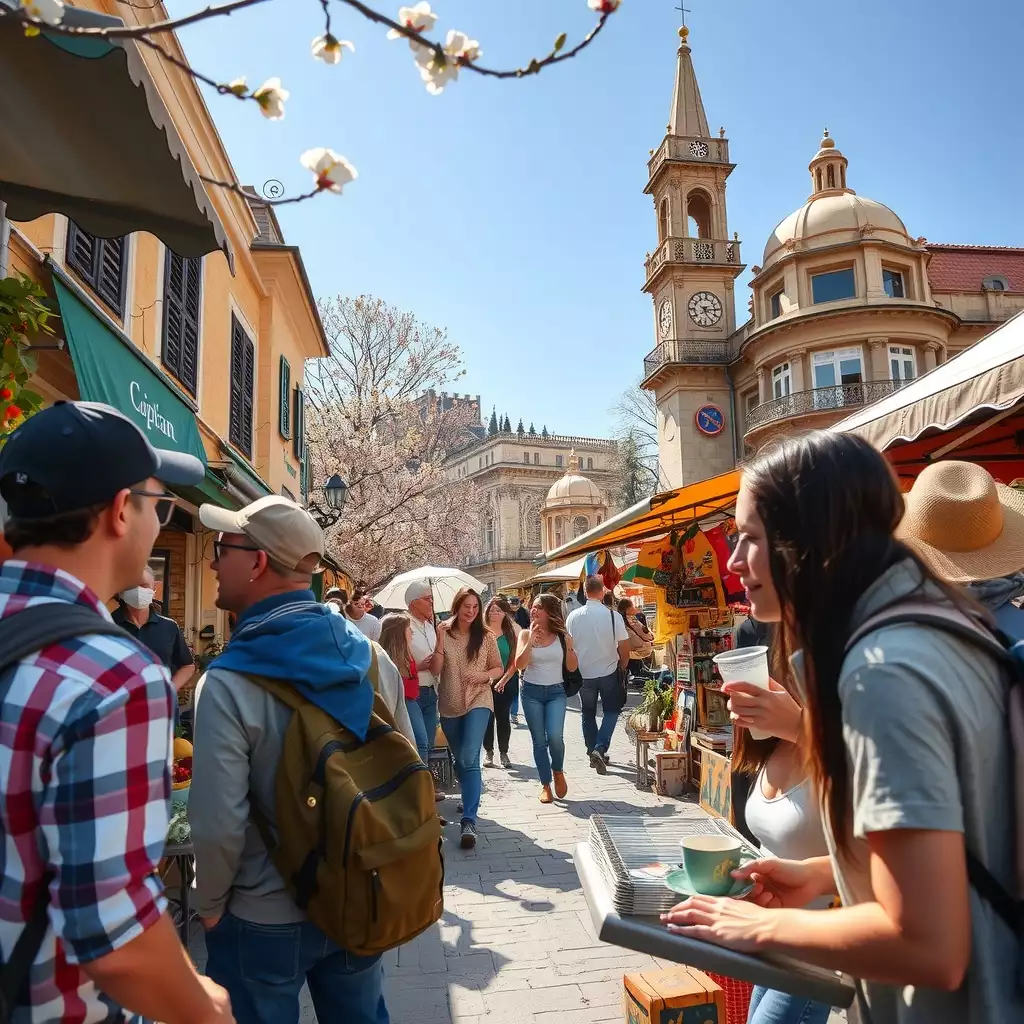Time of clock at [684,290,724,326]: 5:14
